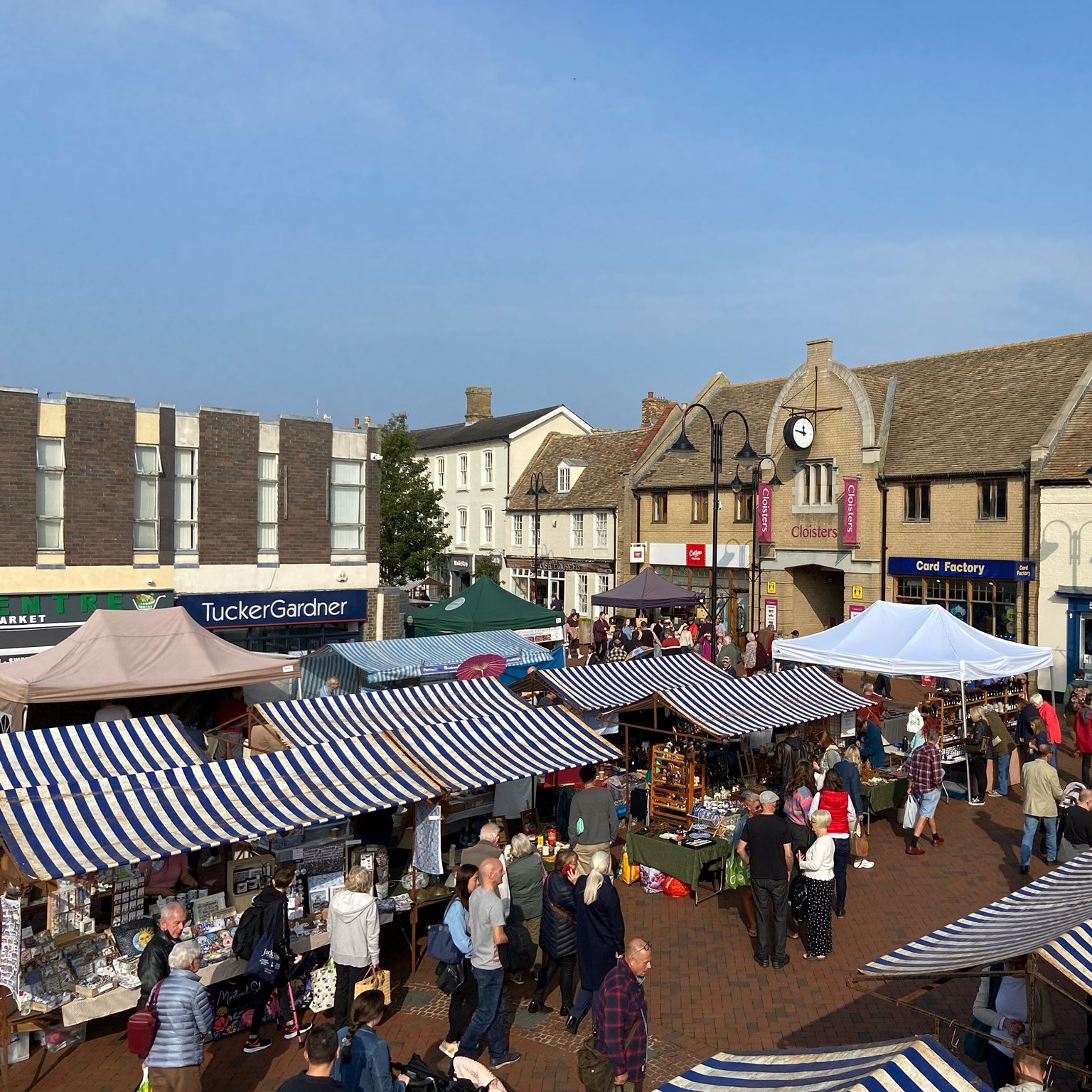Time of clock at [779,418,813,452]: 11:46
